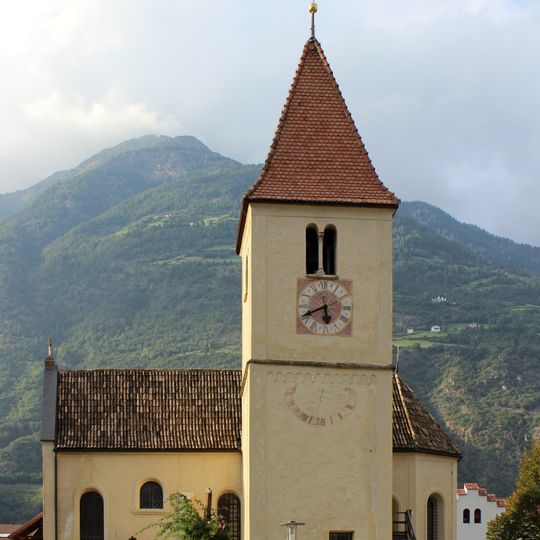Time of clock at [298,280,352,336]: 5:40
